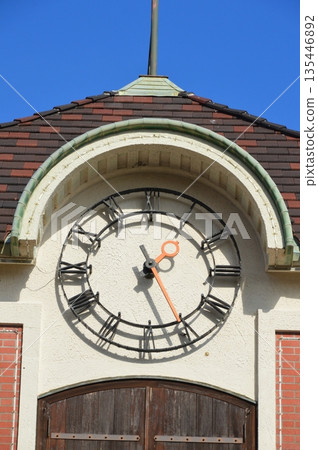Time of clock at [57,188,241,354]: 1:26
